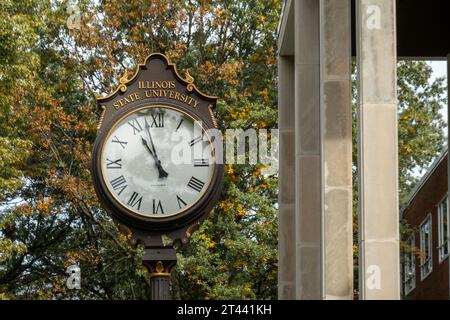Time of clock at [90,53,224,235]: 10:57
